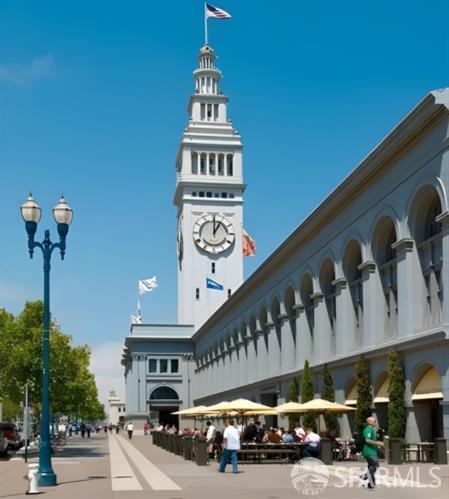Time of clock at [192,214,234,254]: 1:00
